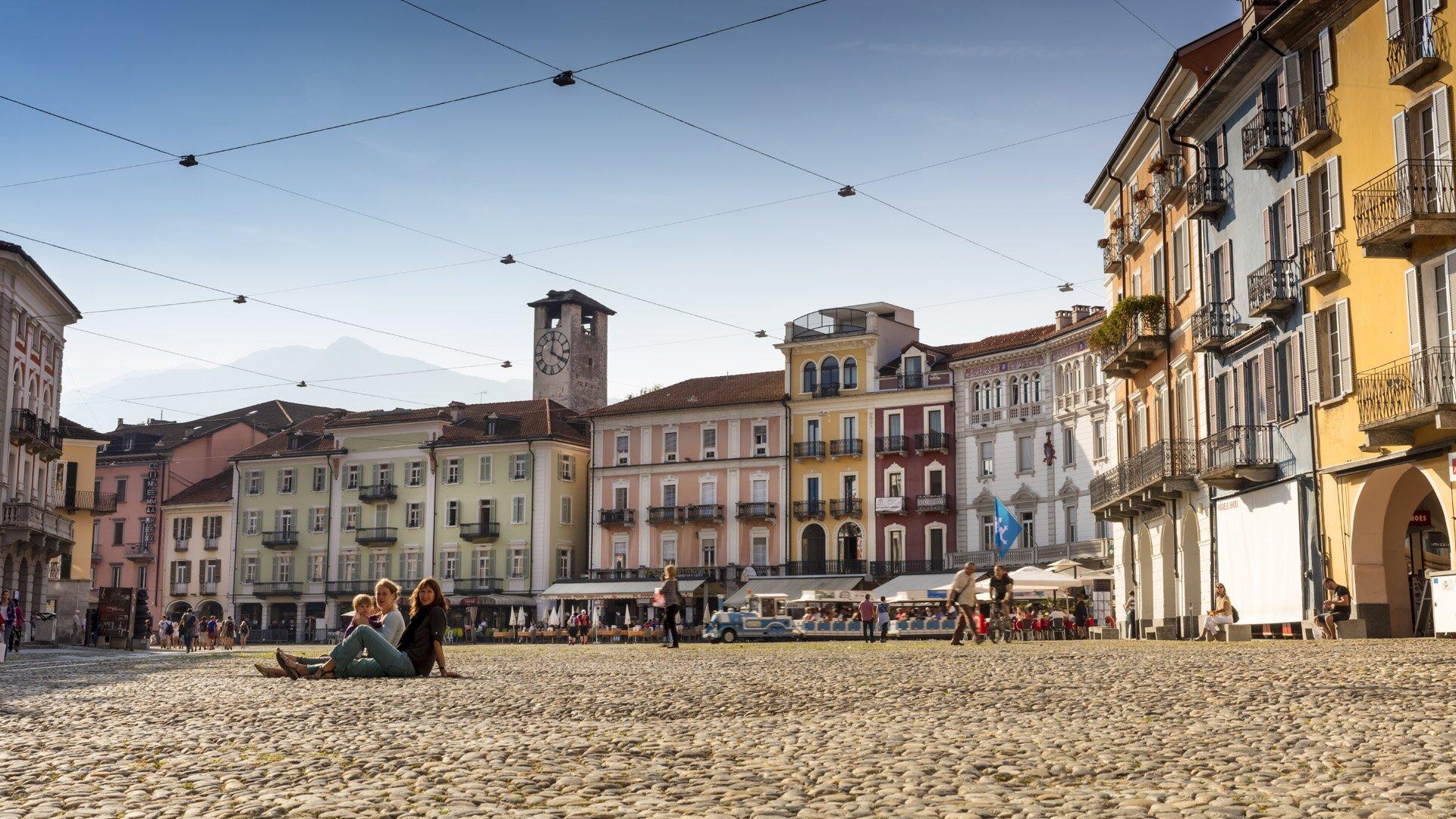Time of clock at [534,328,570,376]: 4:01
